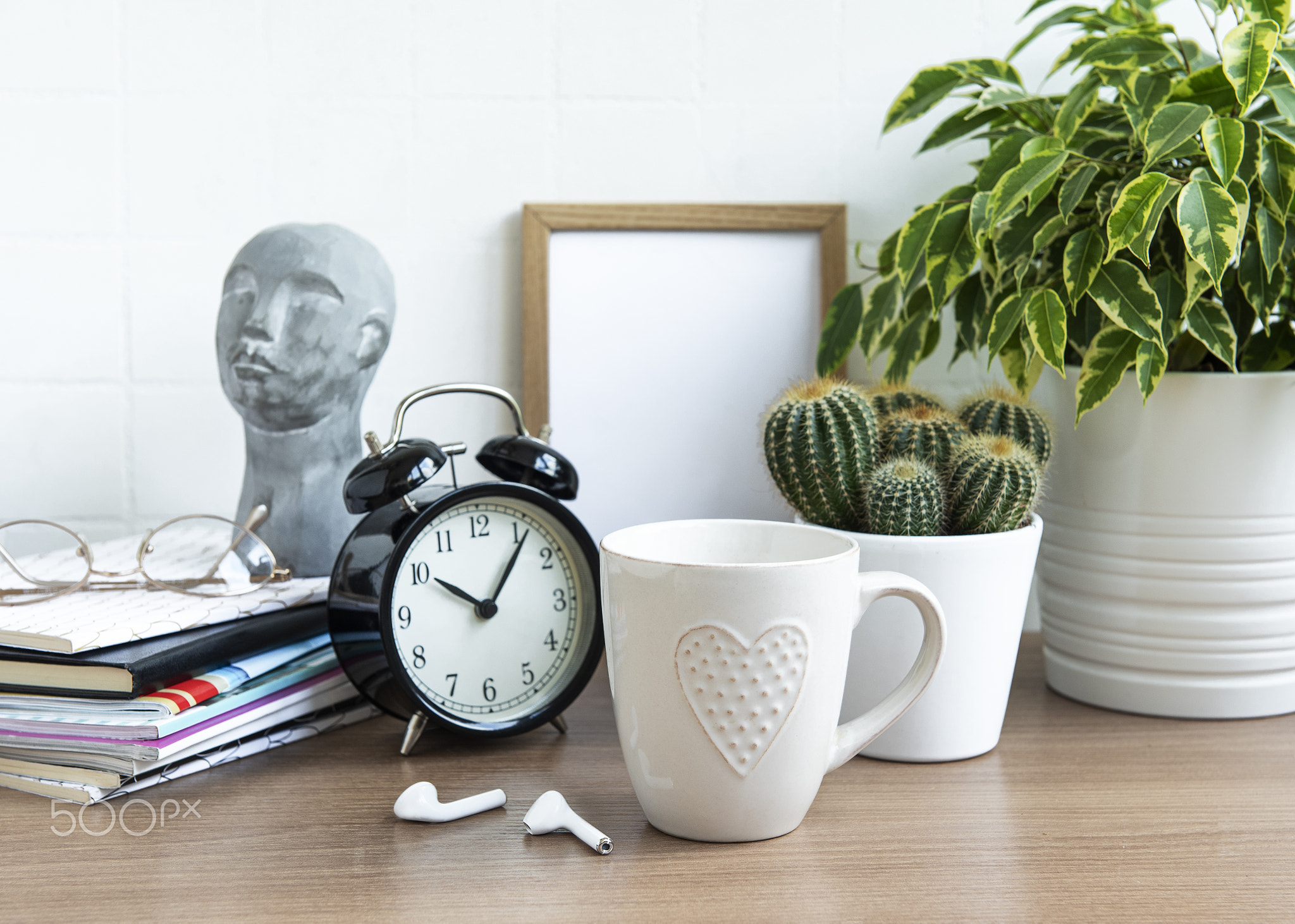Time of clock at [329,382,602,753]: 10:06
